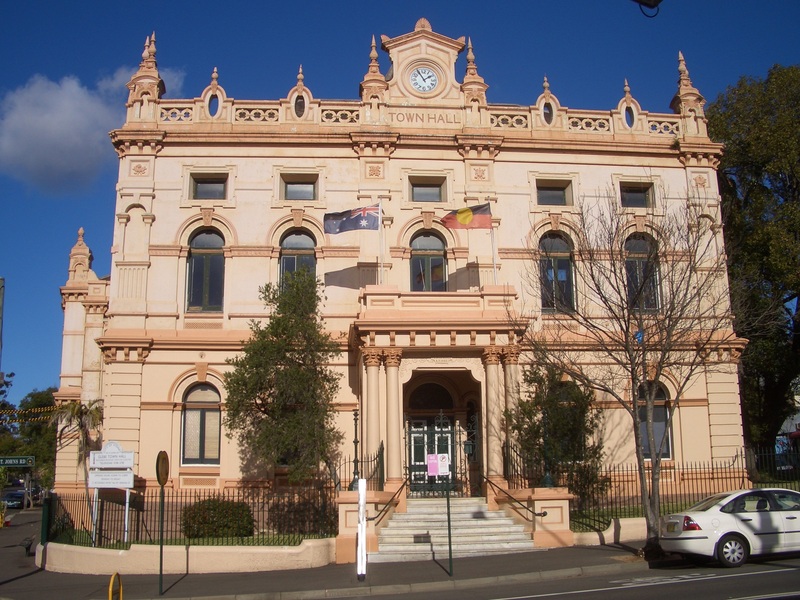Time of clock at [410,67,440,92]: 1:54
